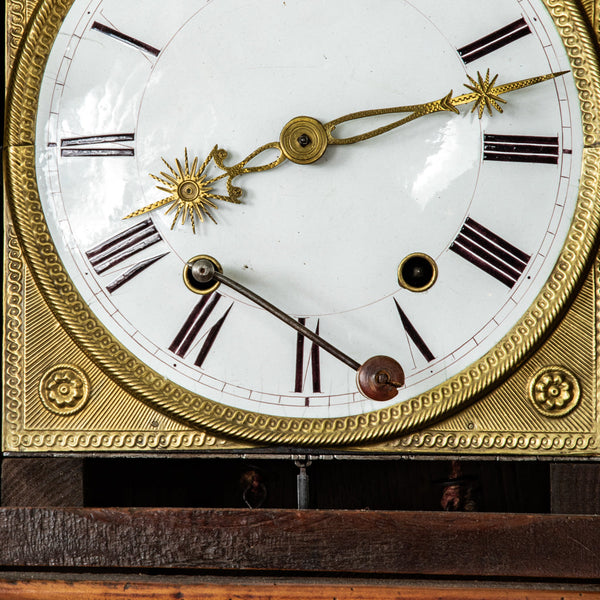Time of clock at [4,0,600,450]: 8:12
